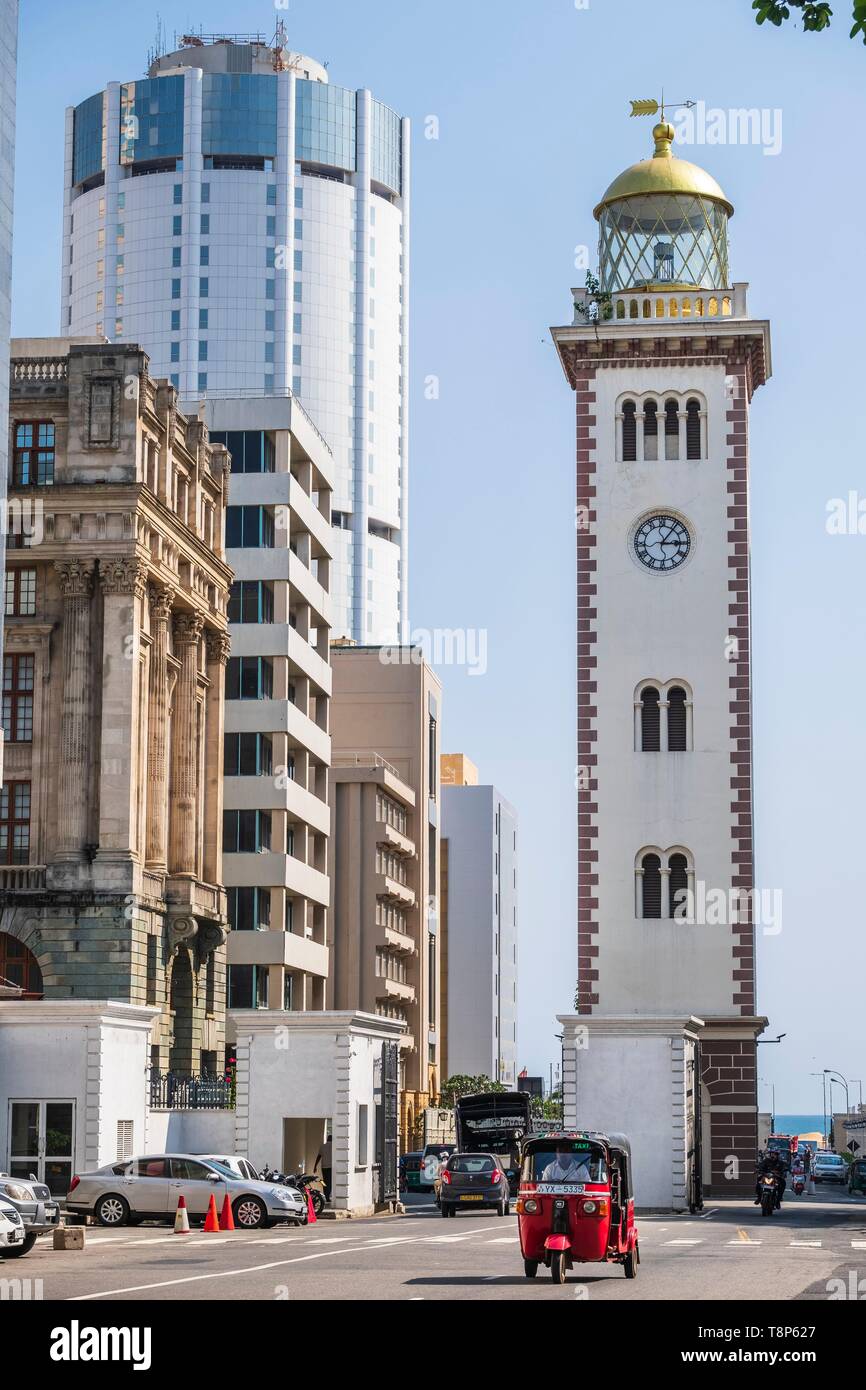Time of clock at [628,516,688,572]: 3:06
